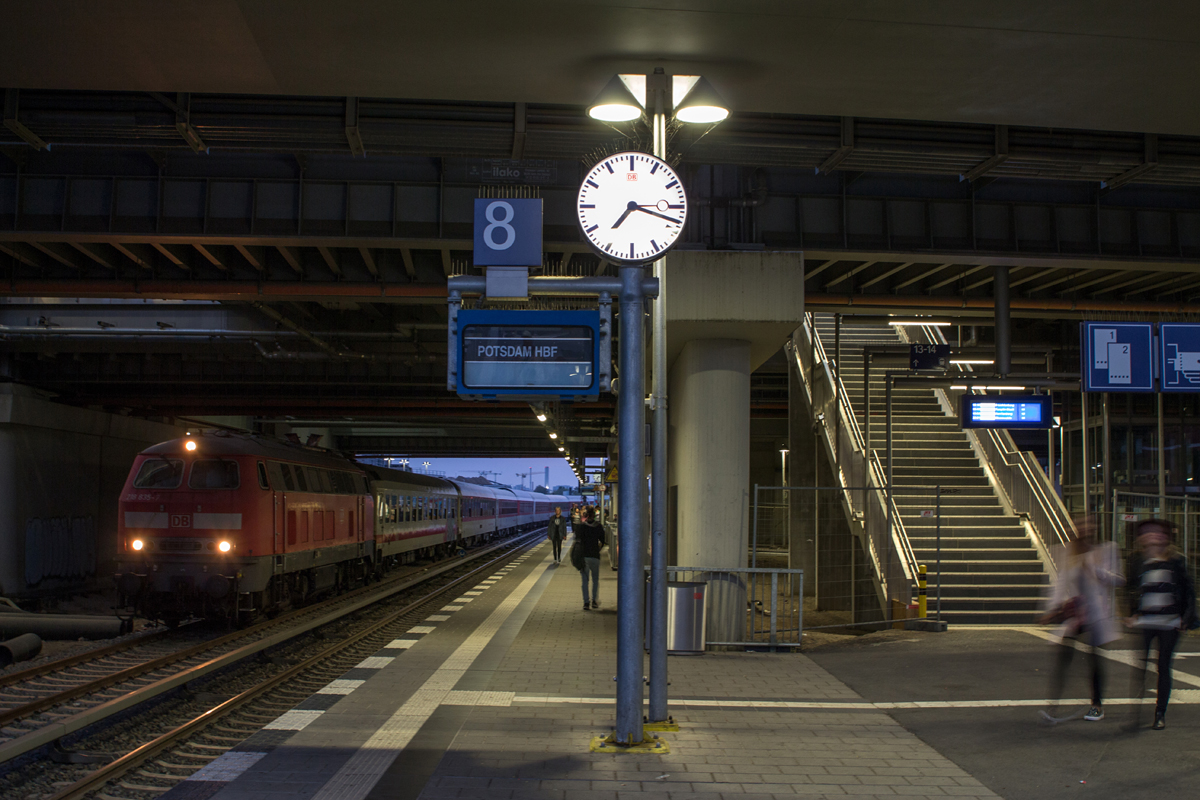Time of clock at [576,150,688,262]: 7:18
